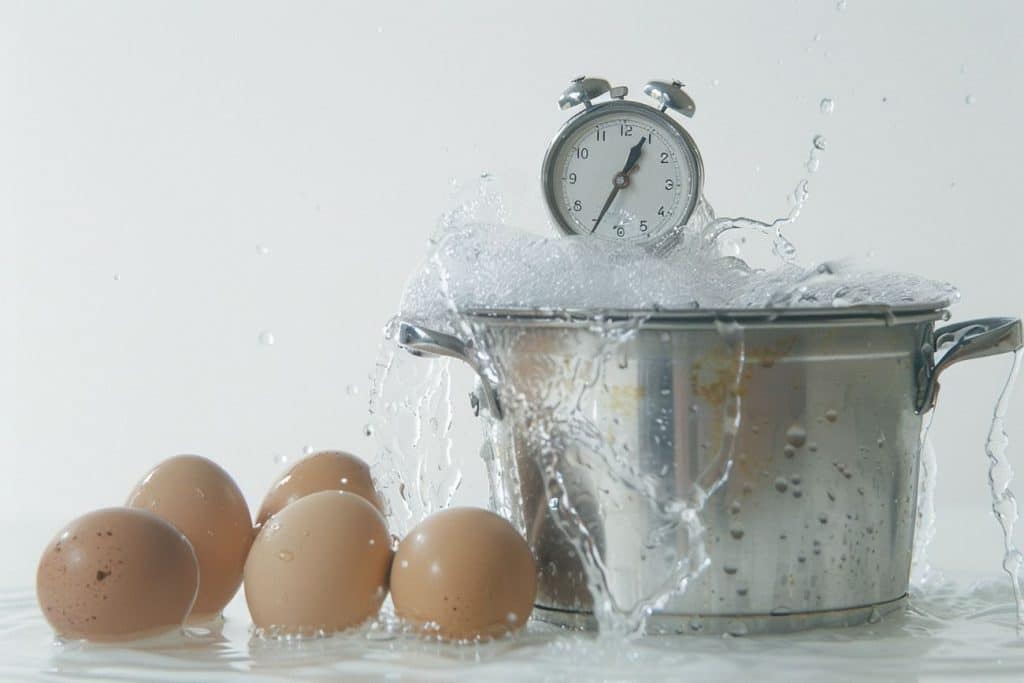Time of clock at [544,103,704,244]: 12:34
